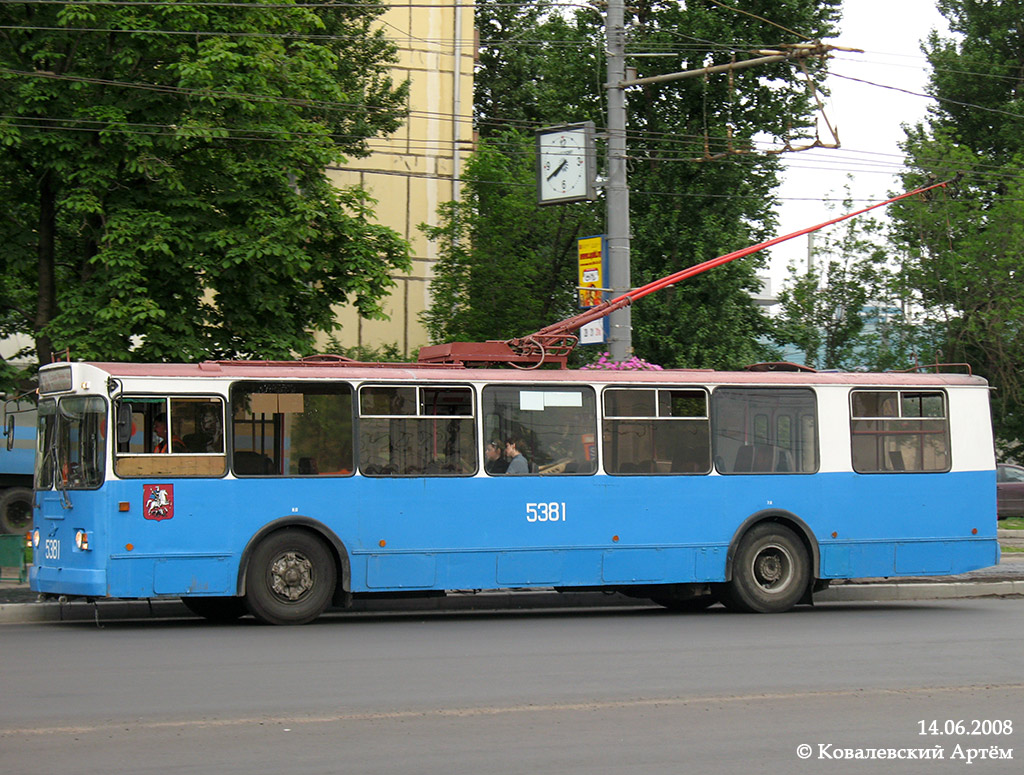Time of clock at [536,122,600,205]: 7:40
